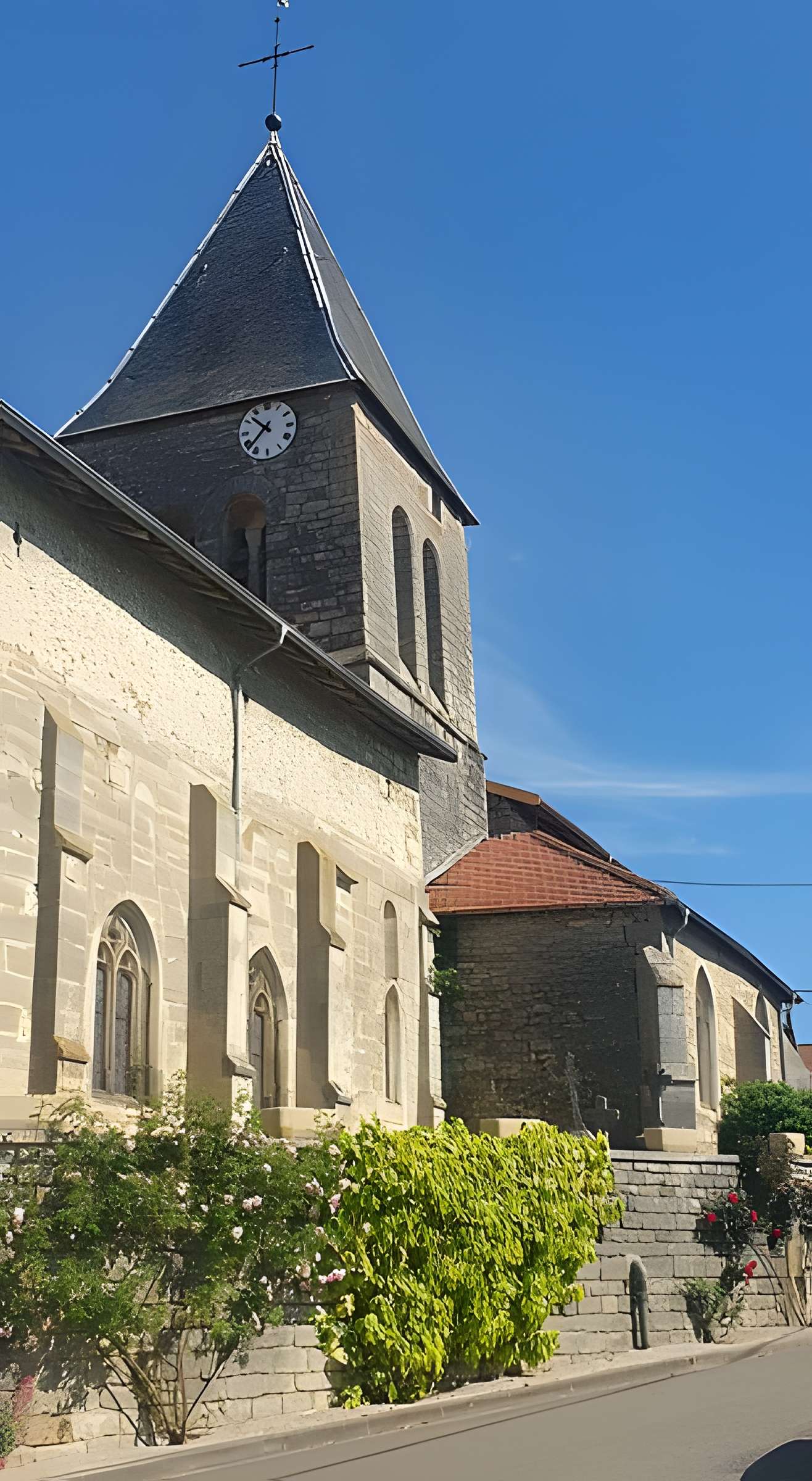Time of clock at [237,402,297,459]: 10:37
